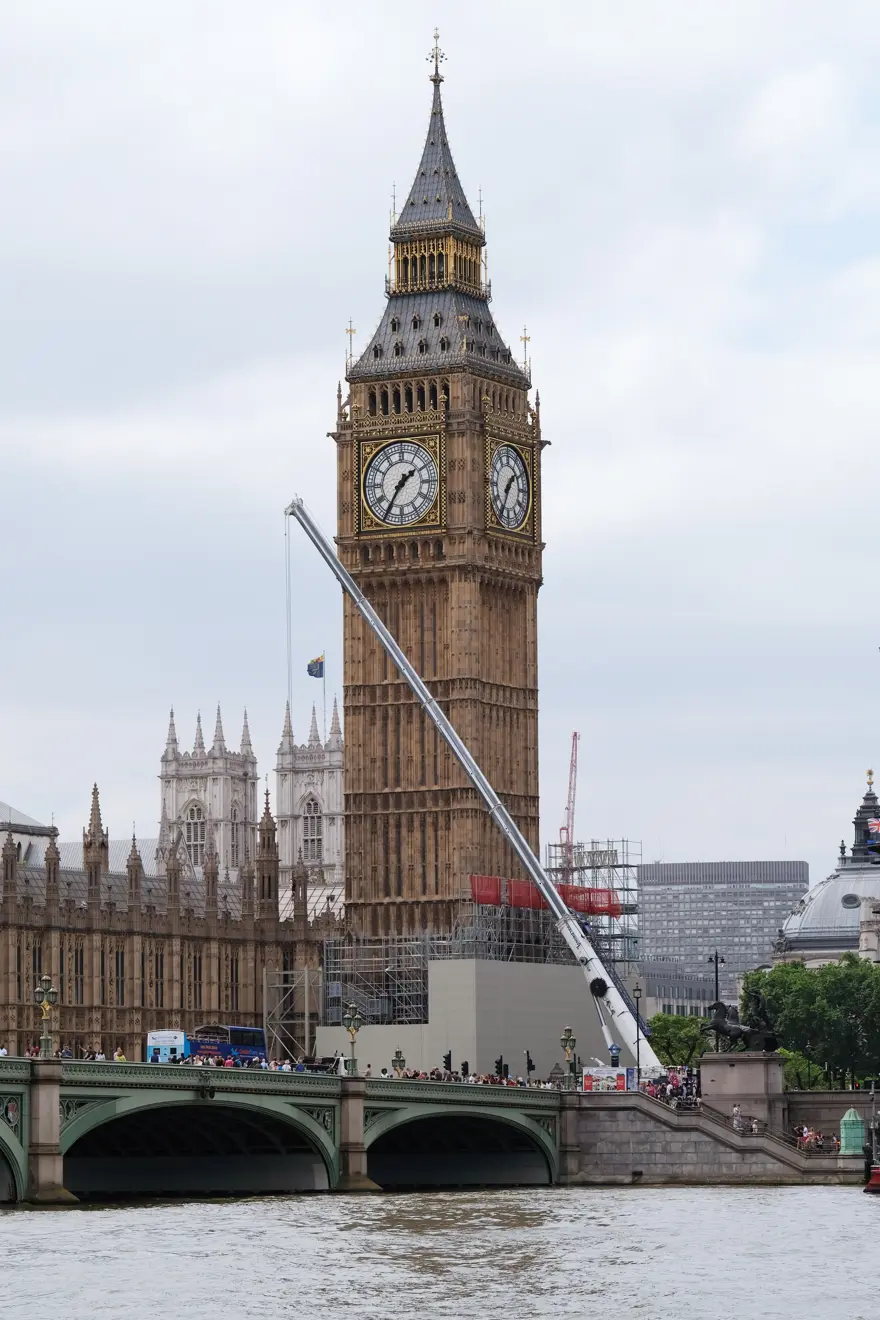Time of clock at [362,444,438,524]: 1:35
